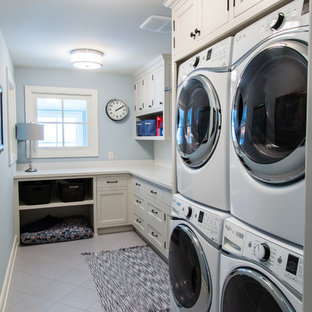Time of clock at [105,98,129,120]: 2:09
